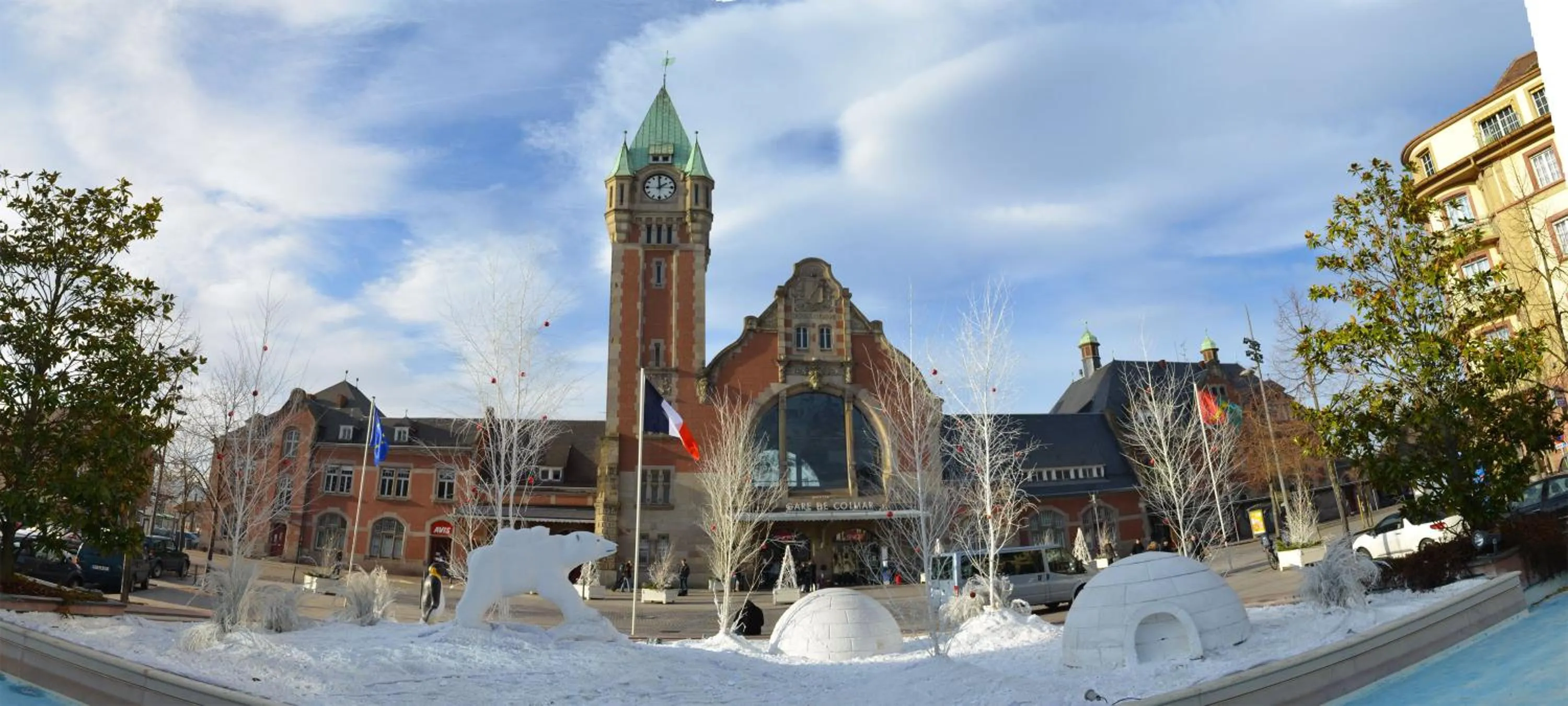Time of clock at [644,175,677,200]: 1:59
